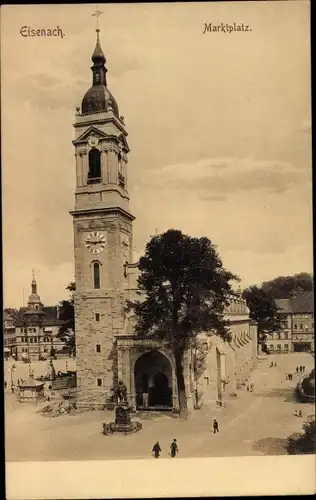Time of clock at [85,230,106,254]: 2:46
